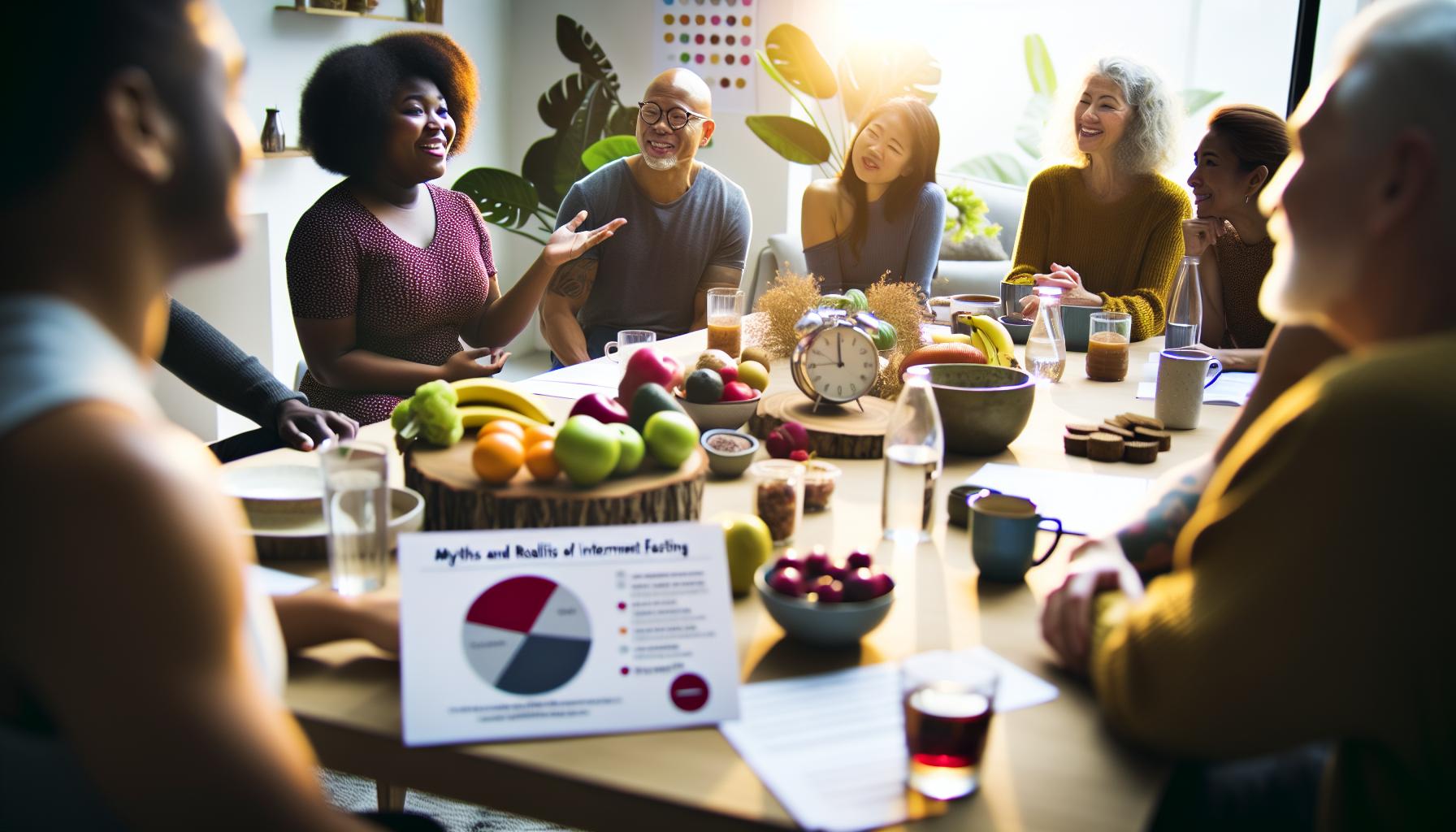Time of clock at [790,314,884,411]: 11:59
